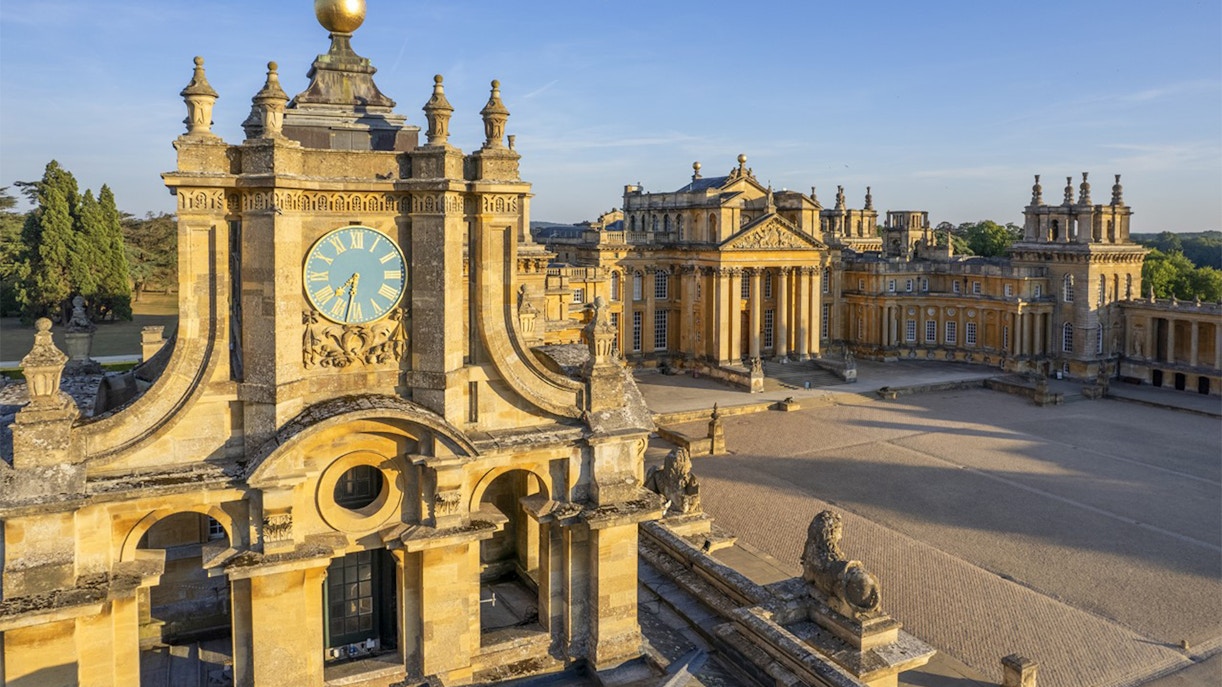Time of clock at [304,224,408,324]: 7:32
